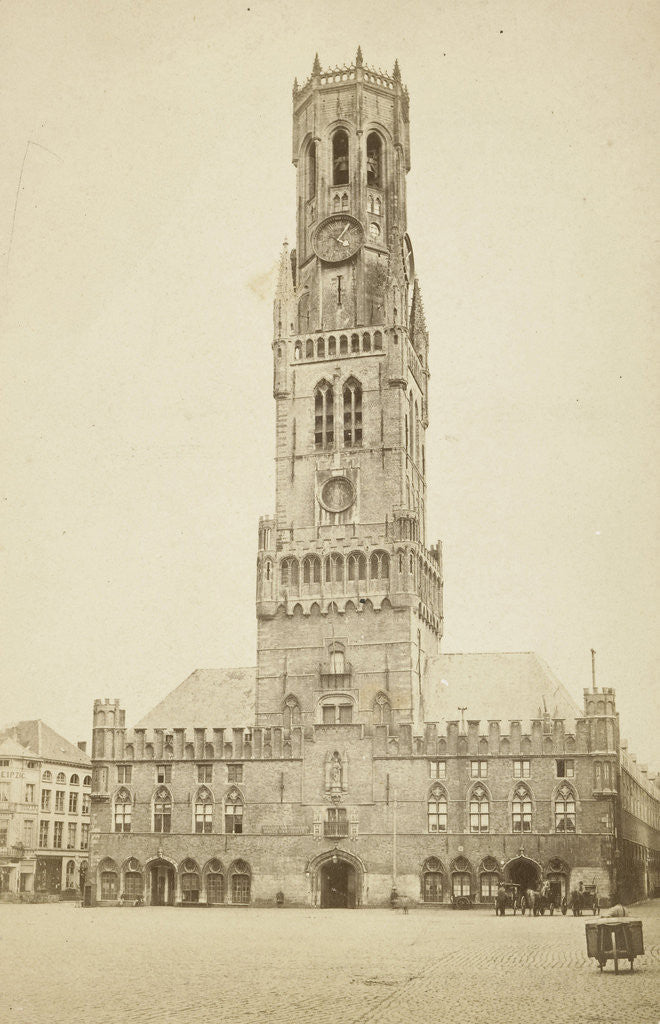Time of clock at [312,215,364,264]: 4:04
